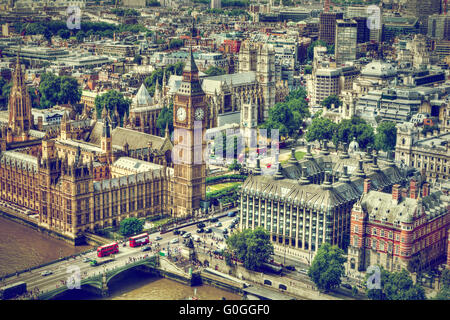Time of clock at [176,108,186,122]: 11:42
